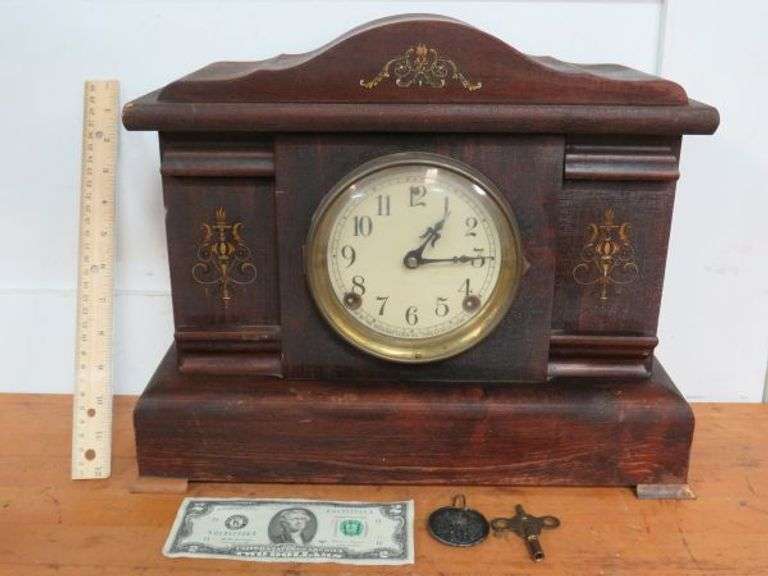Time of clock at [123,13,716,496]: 1:14
